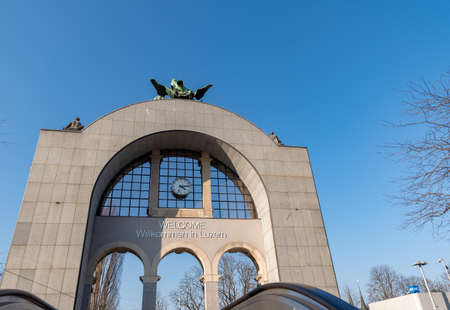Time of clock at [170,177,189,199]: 4:13
